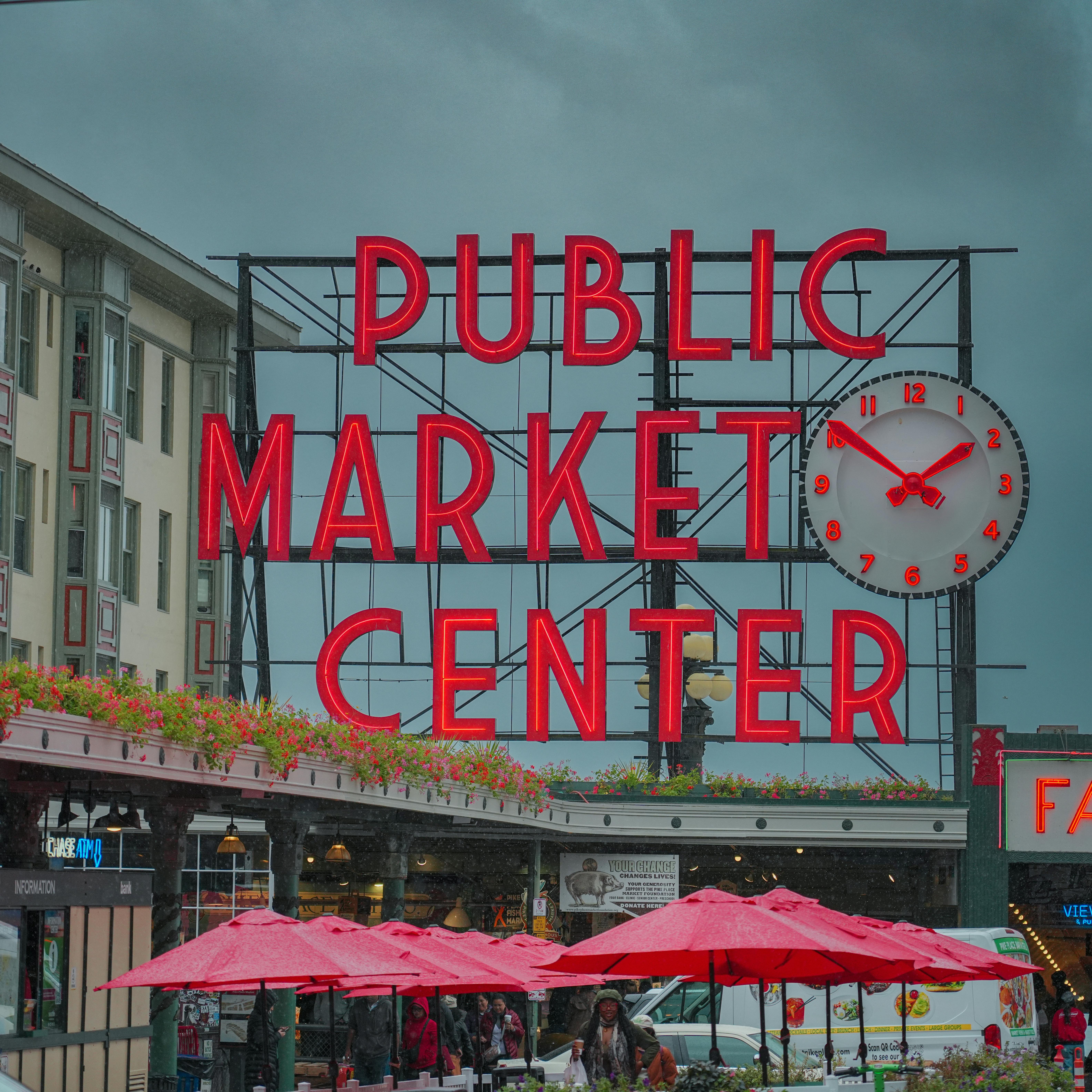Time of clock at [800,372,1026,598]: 1:50
